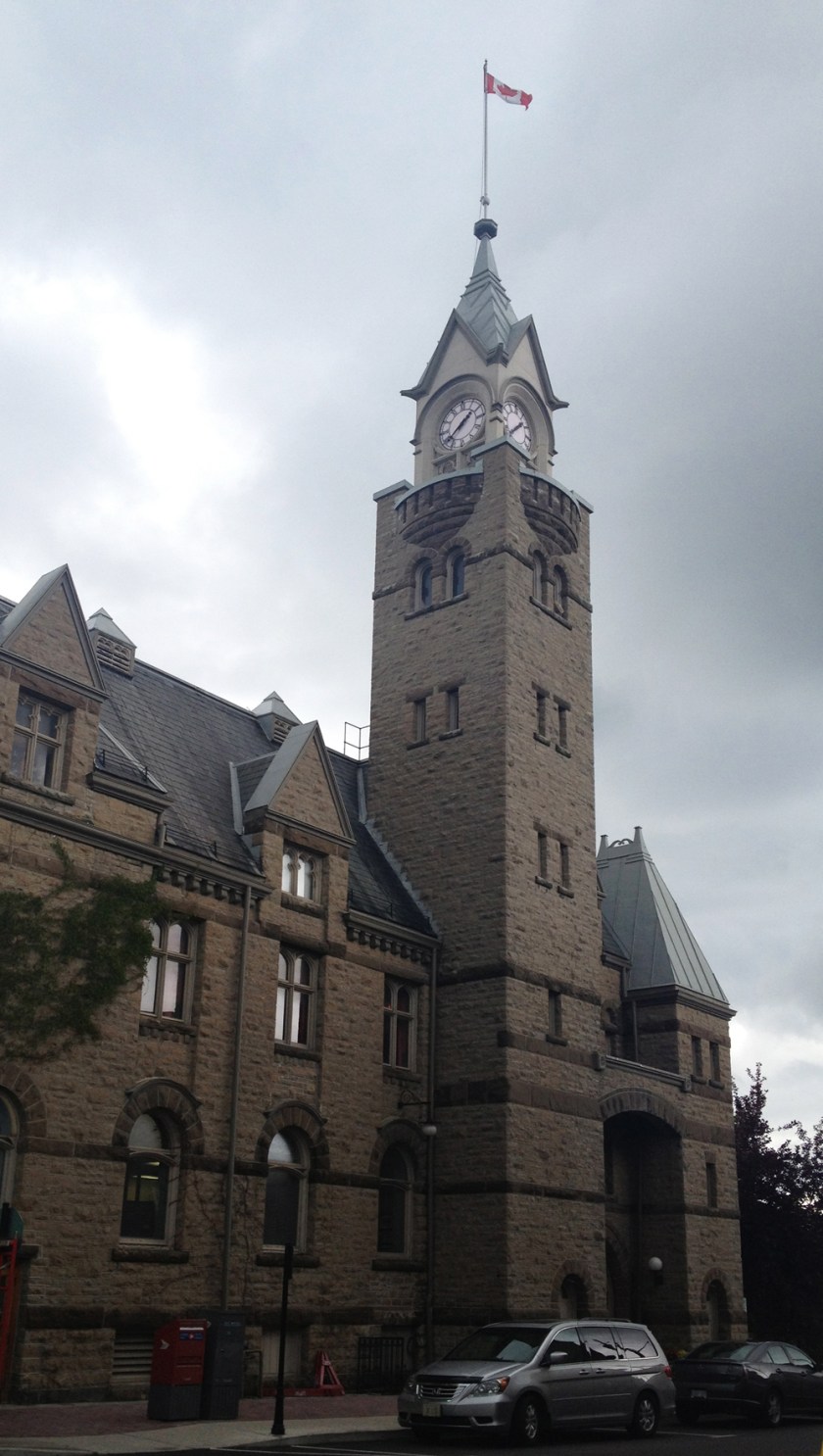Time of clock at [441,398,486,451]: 1:38
